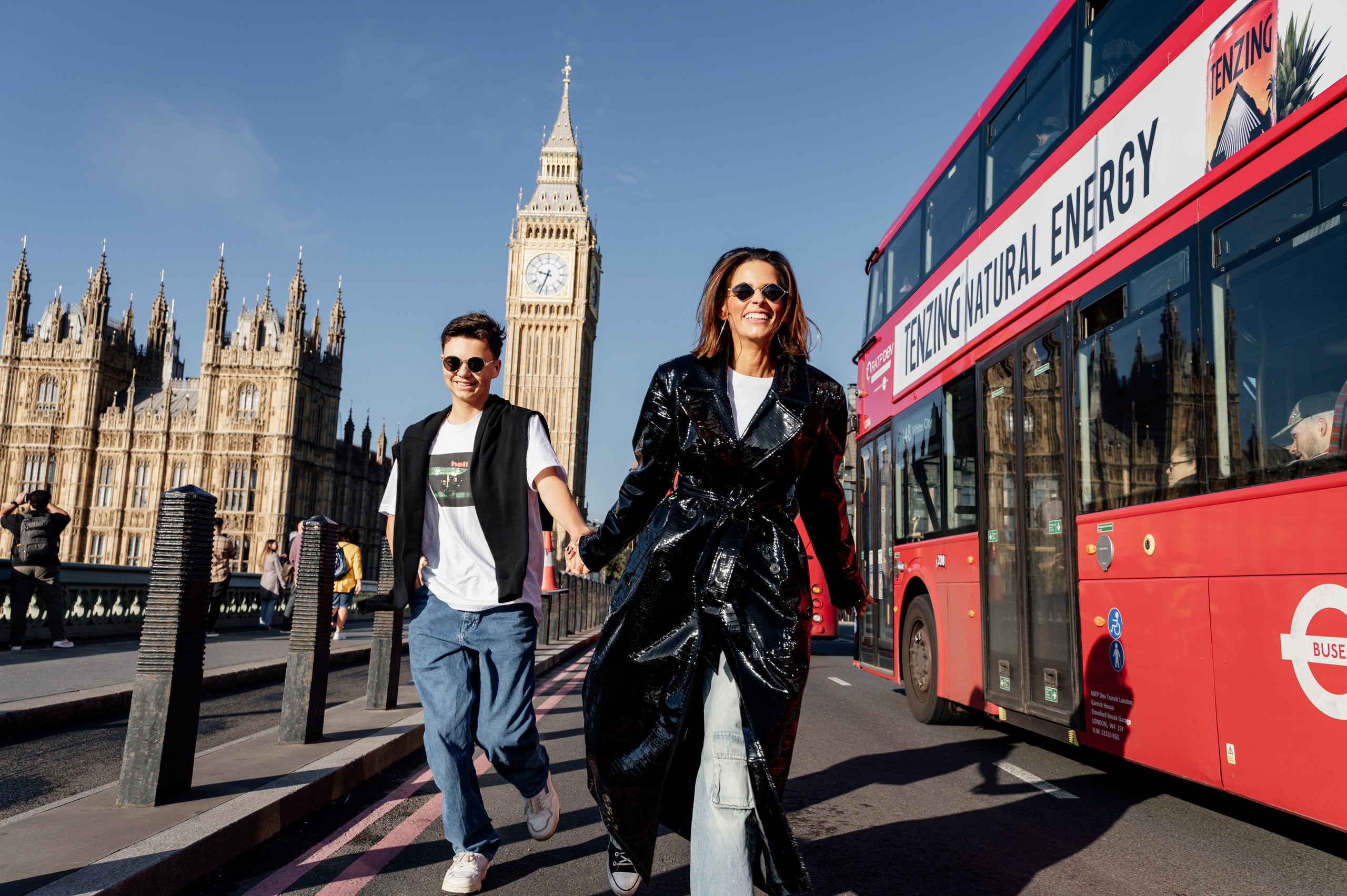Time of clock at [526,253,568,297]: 9:33
